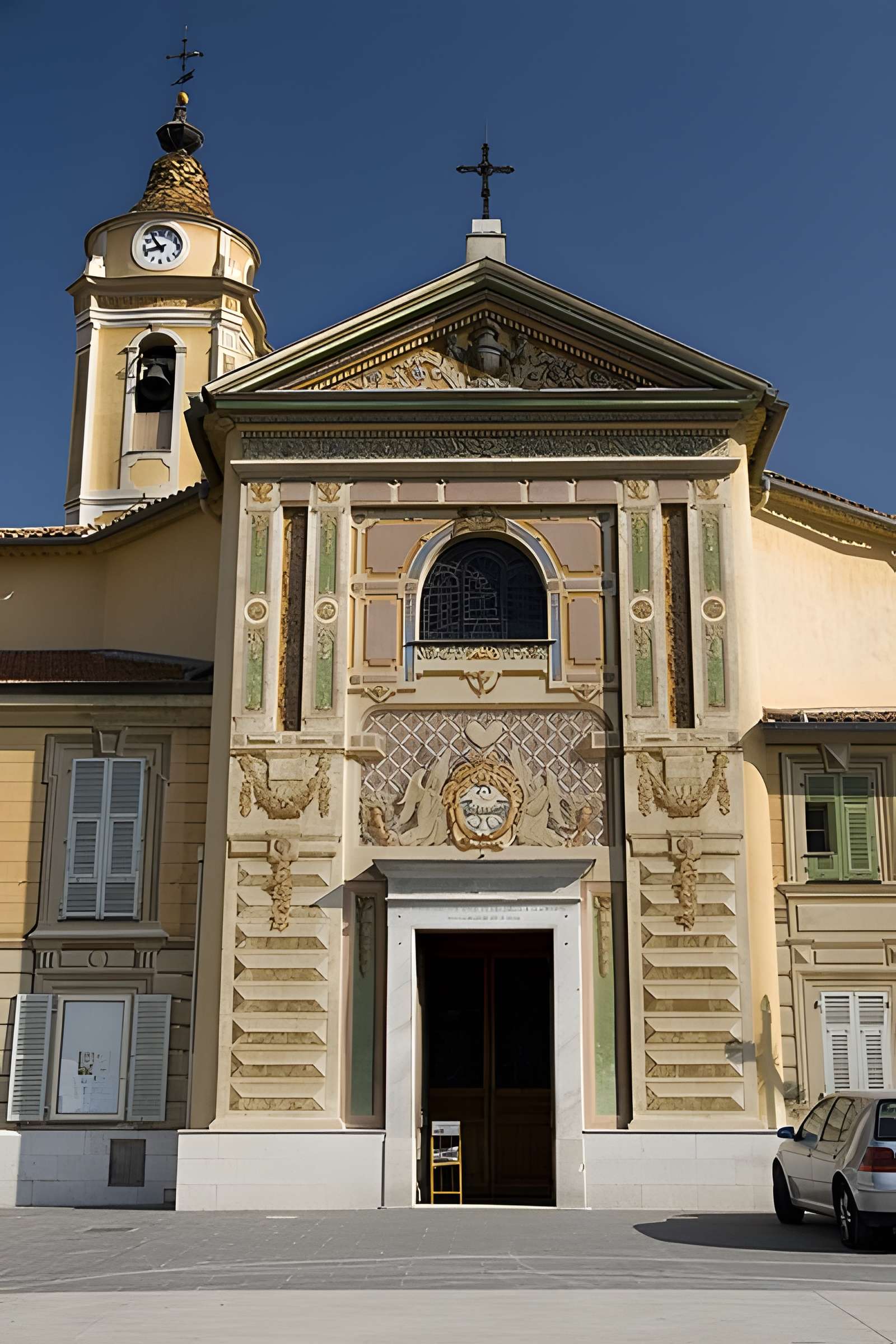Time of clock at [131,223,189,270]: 8:54
